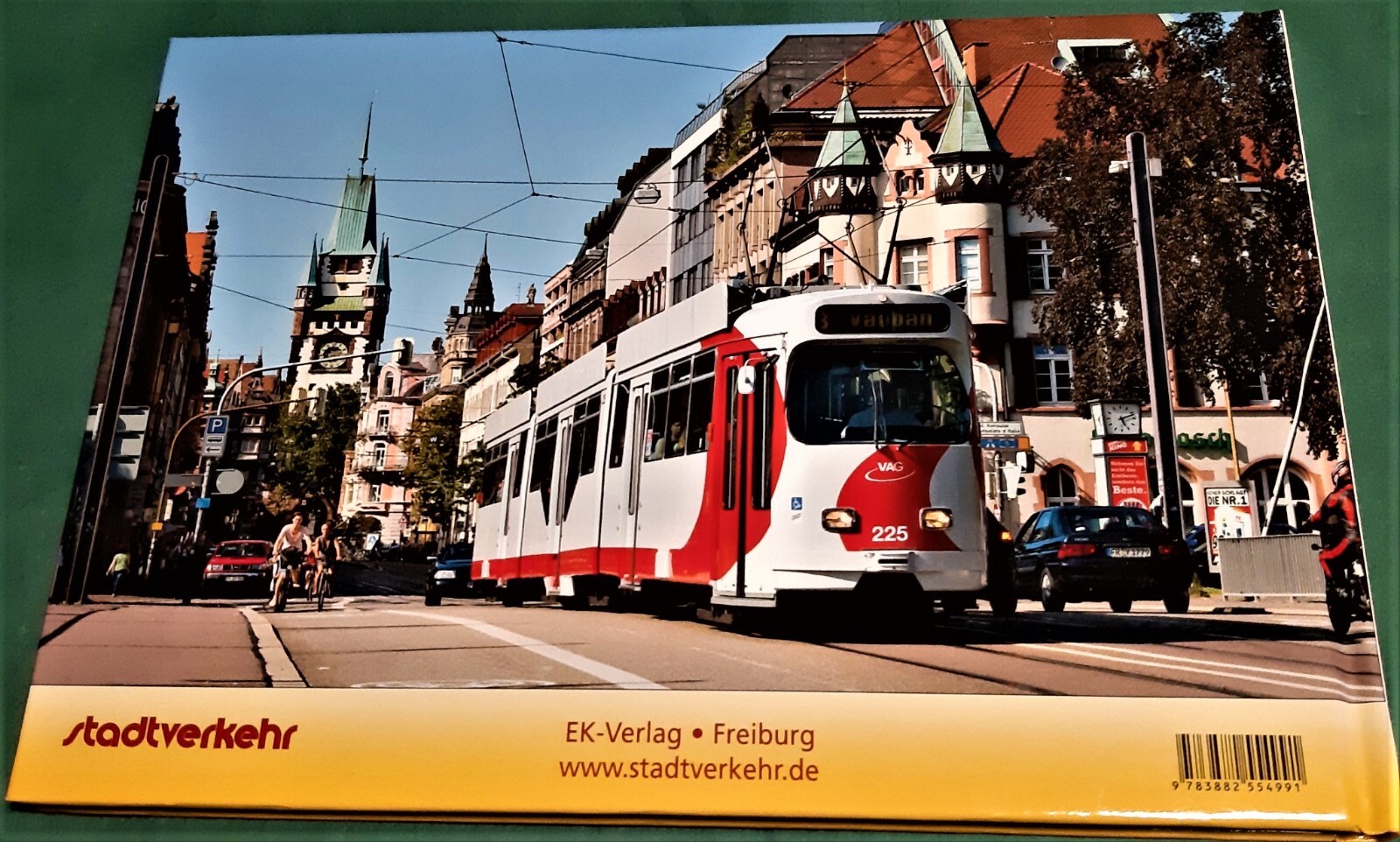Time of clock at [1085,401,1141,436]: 5:11
